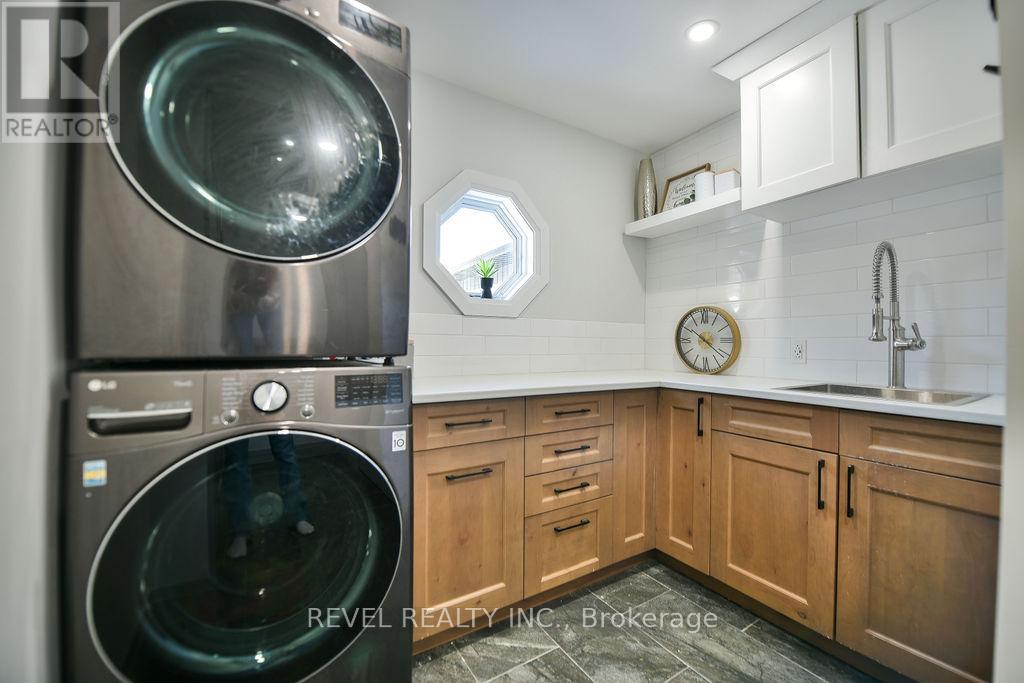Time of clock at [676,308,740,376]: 10:21
